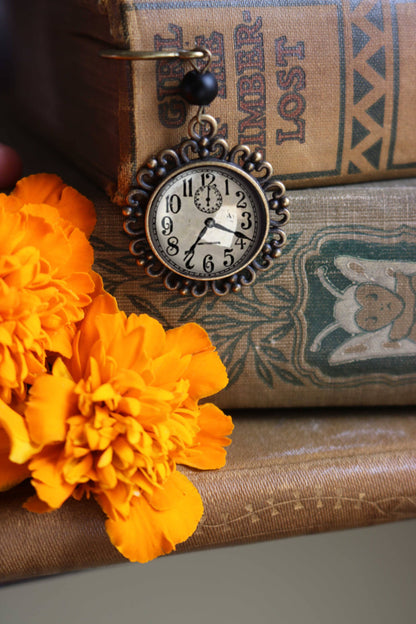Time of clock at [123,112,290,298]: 7:18
